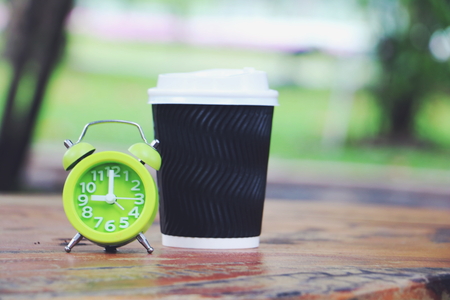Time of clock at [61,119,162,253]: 9:00
